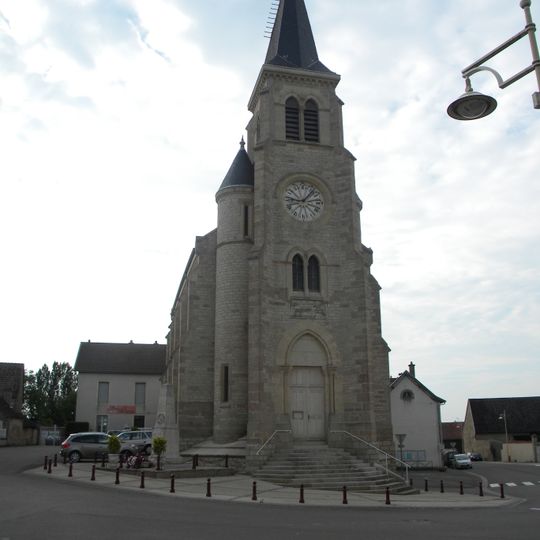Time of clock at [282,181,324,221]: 9:07
